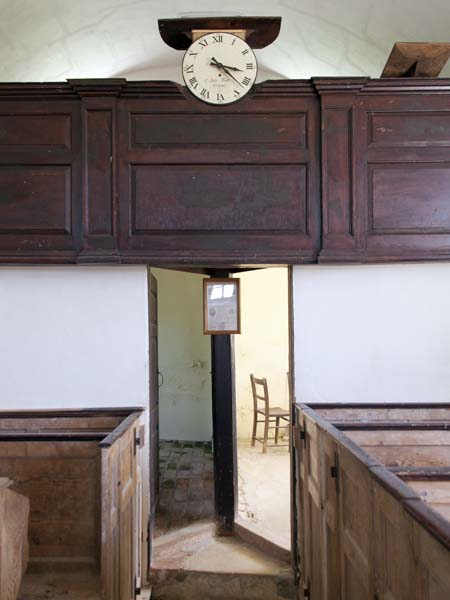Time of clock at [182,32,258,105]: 3:22
